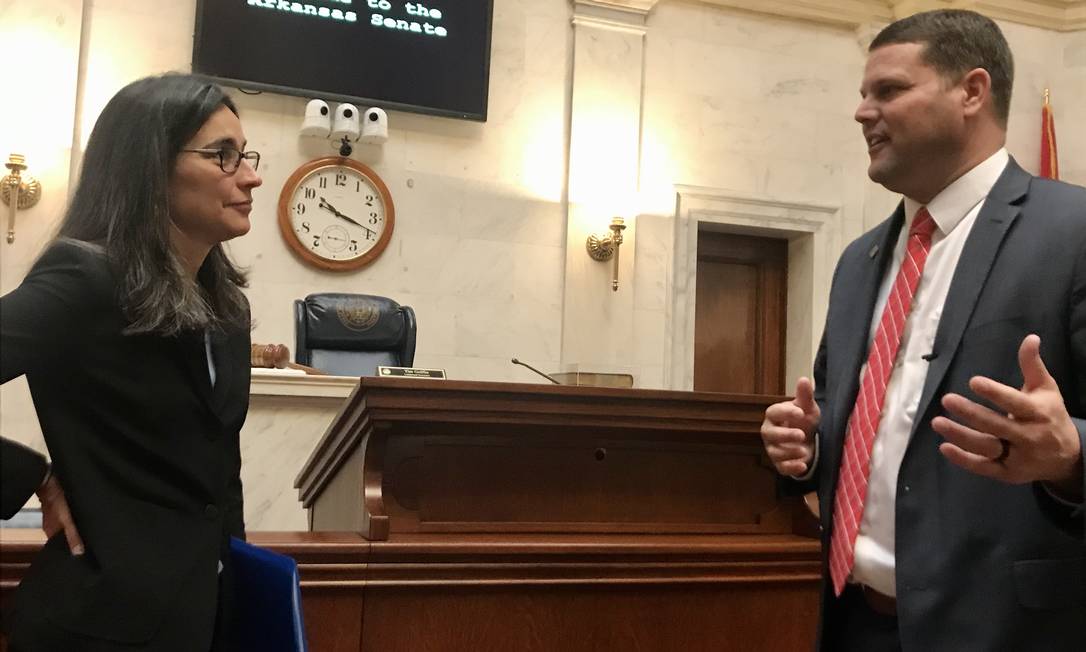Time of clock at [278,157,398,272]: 10:18
